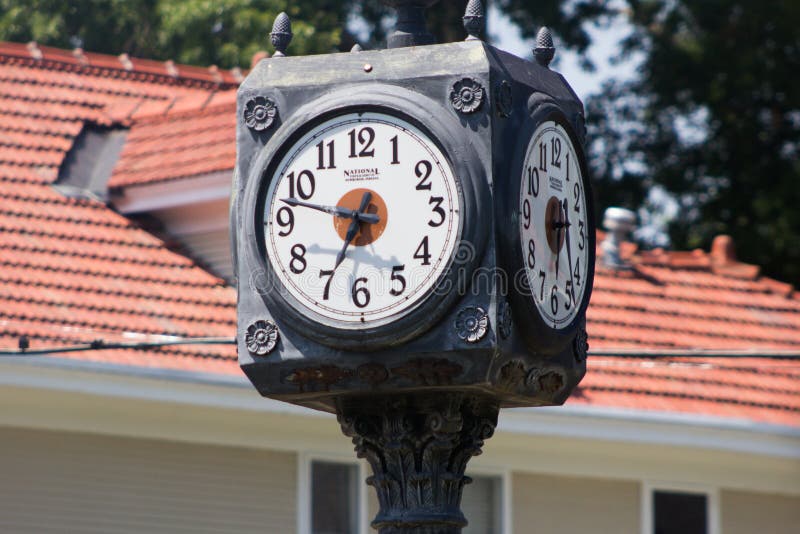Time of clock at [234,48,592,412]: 6:47
